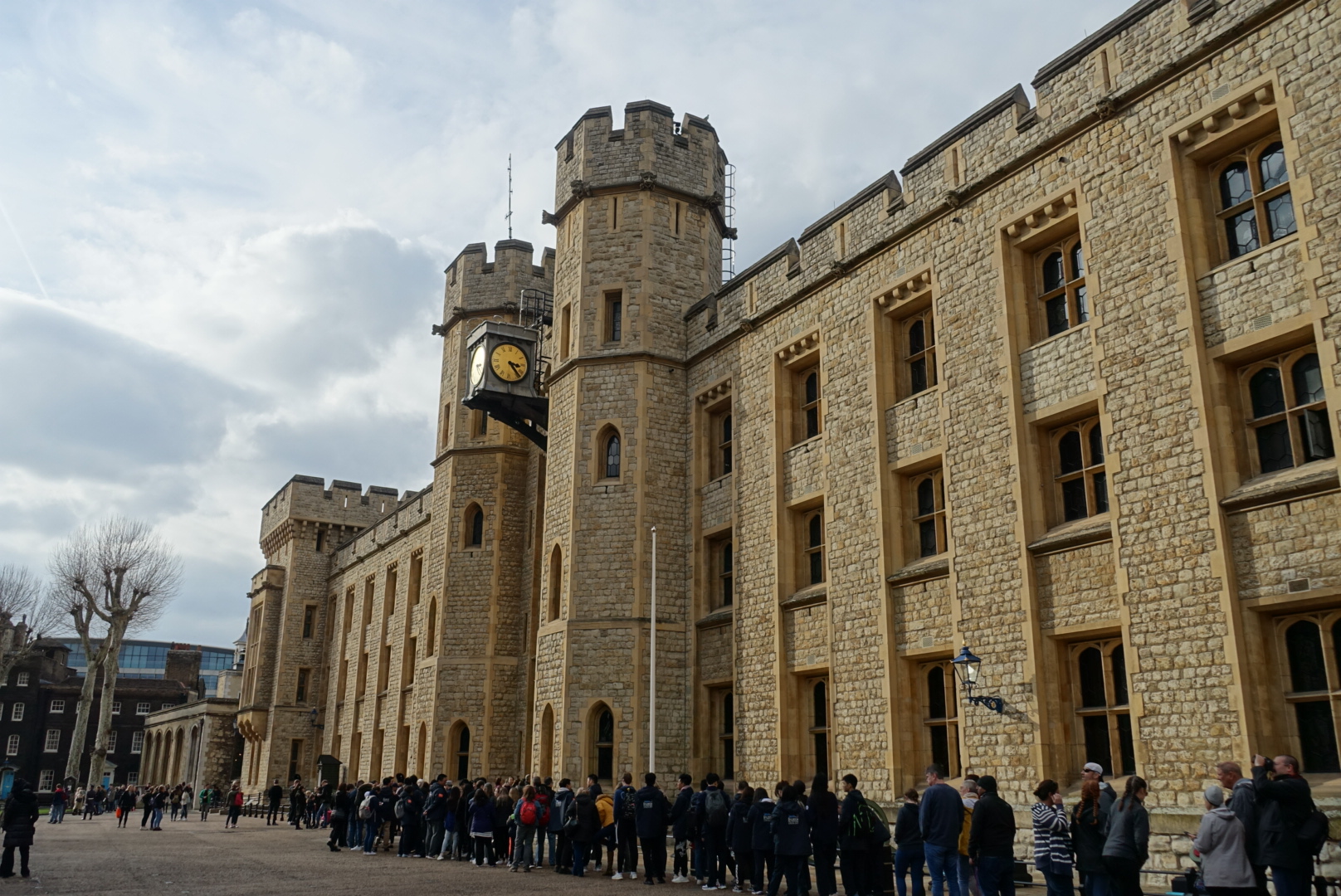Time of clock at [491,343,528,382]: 3:23
